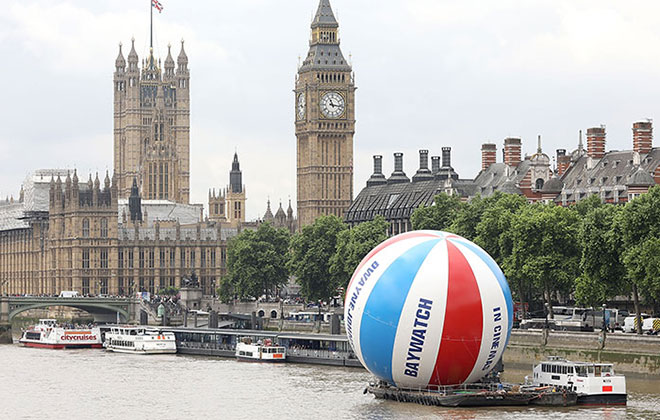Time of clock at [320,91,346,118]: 11:16
